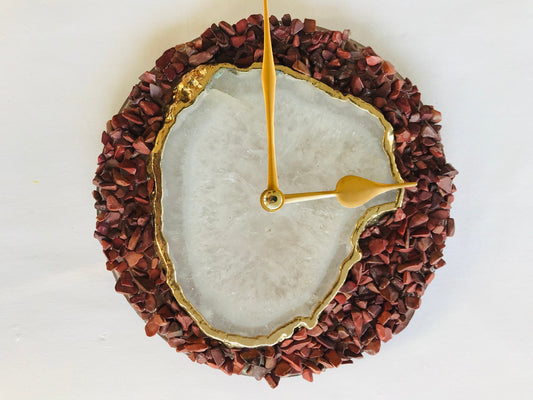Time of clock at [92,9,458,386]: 2:59
